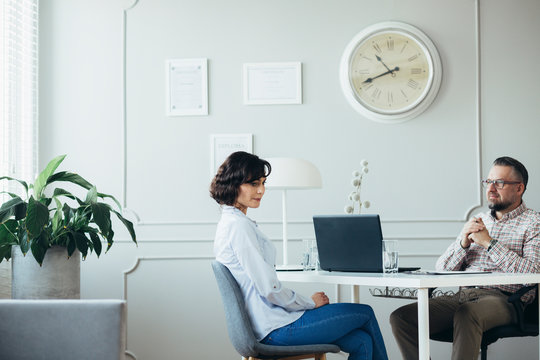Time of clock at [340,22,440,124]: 10:41
